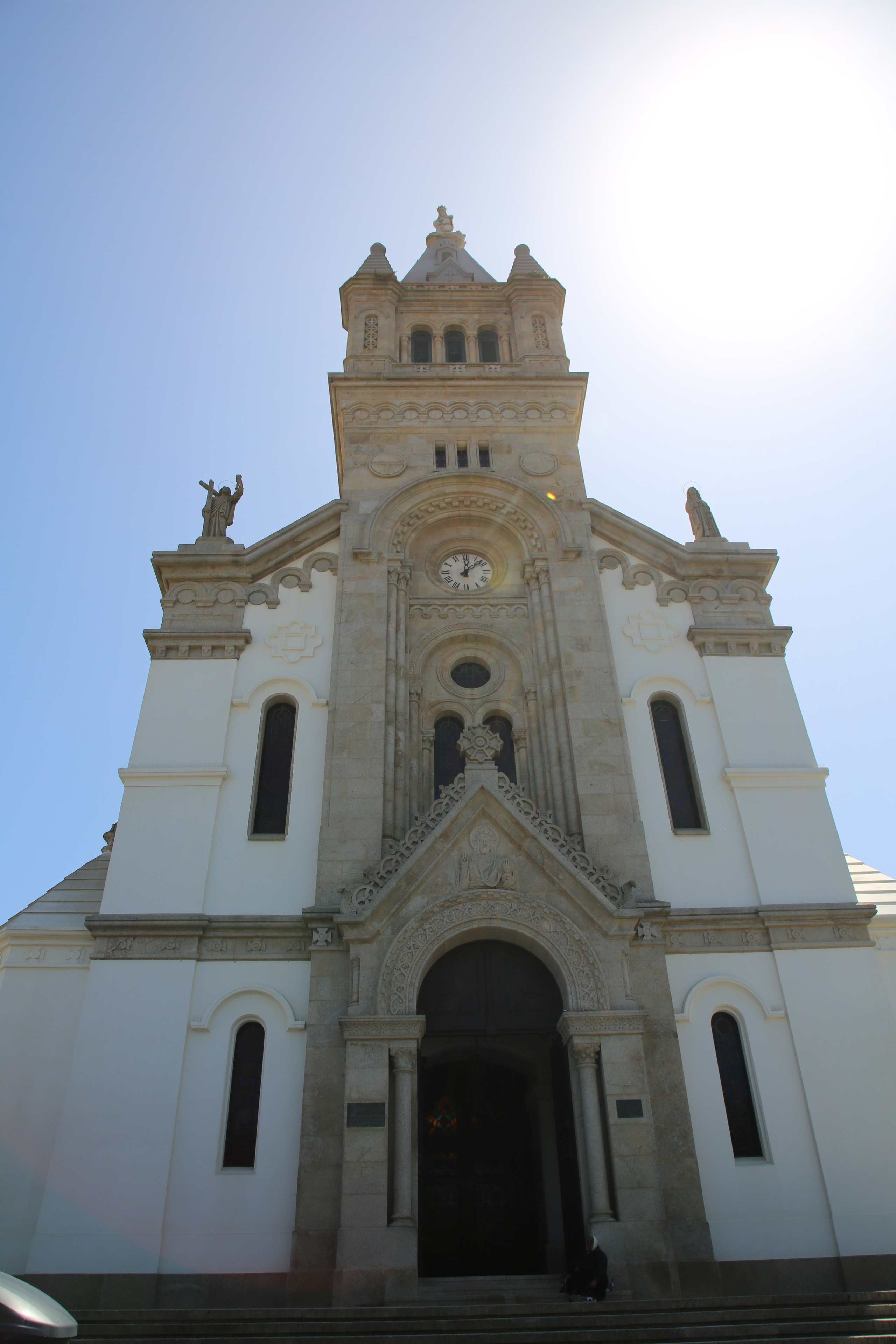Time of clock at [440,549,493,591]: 12:07
